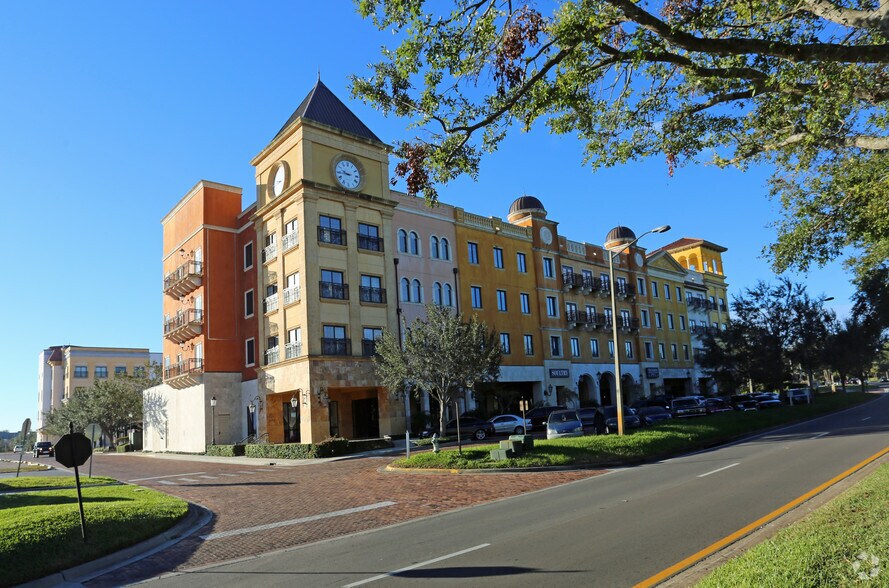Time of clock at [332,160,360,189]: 9:44
